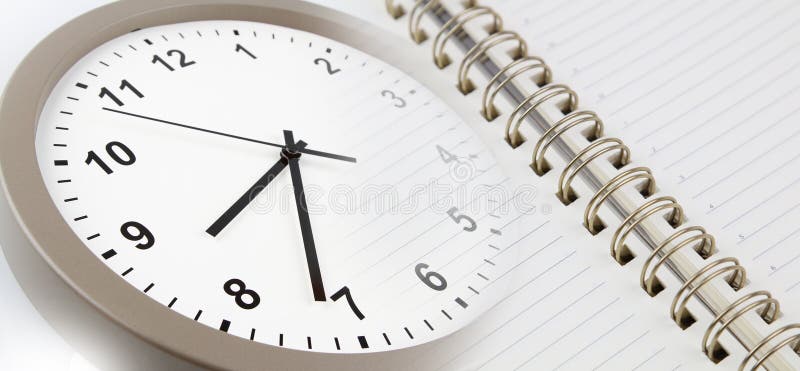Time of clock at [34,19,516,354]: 7:31
